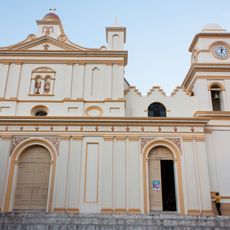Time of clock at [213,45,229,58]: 1:01
